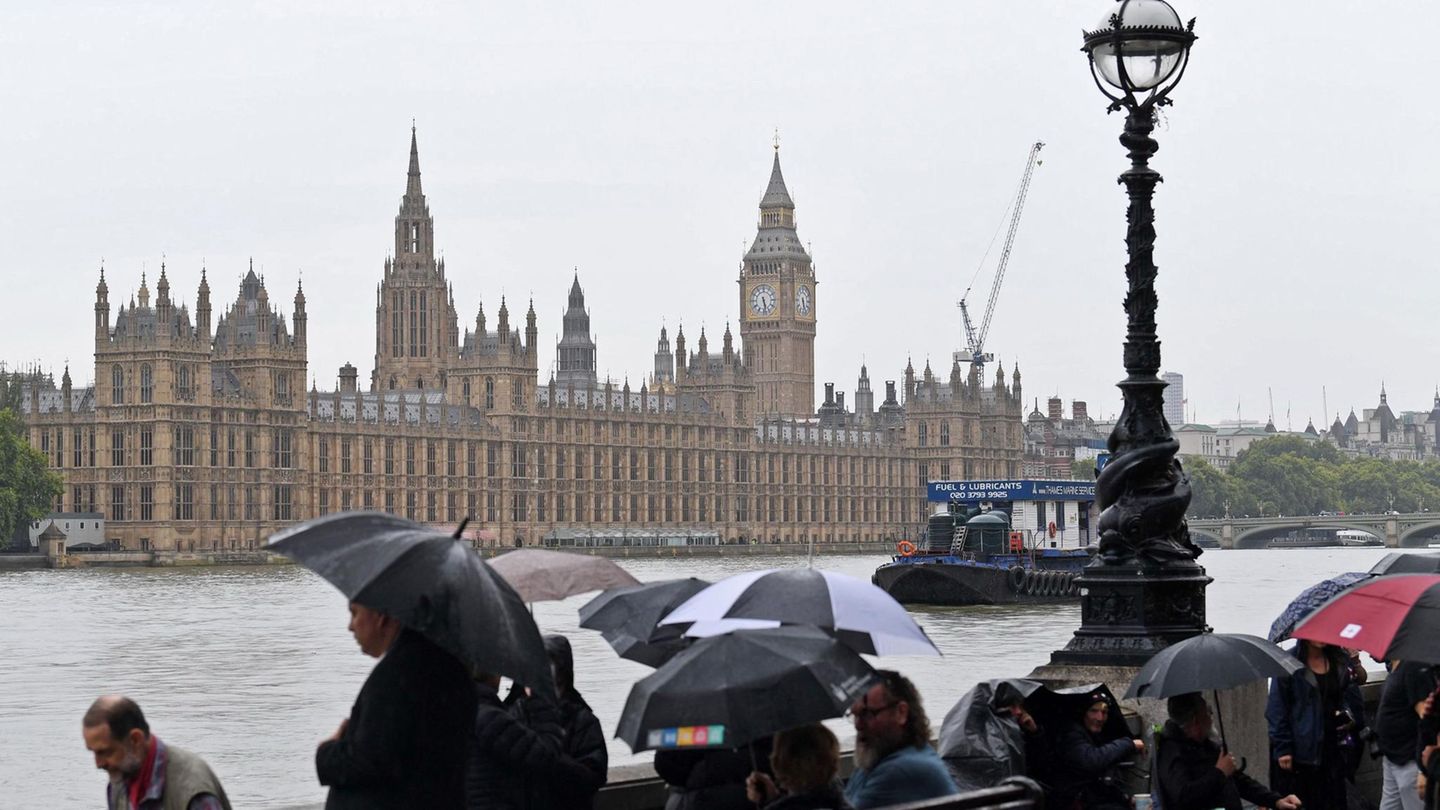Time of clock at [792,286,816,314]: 5:26
